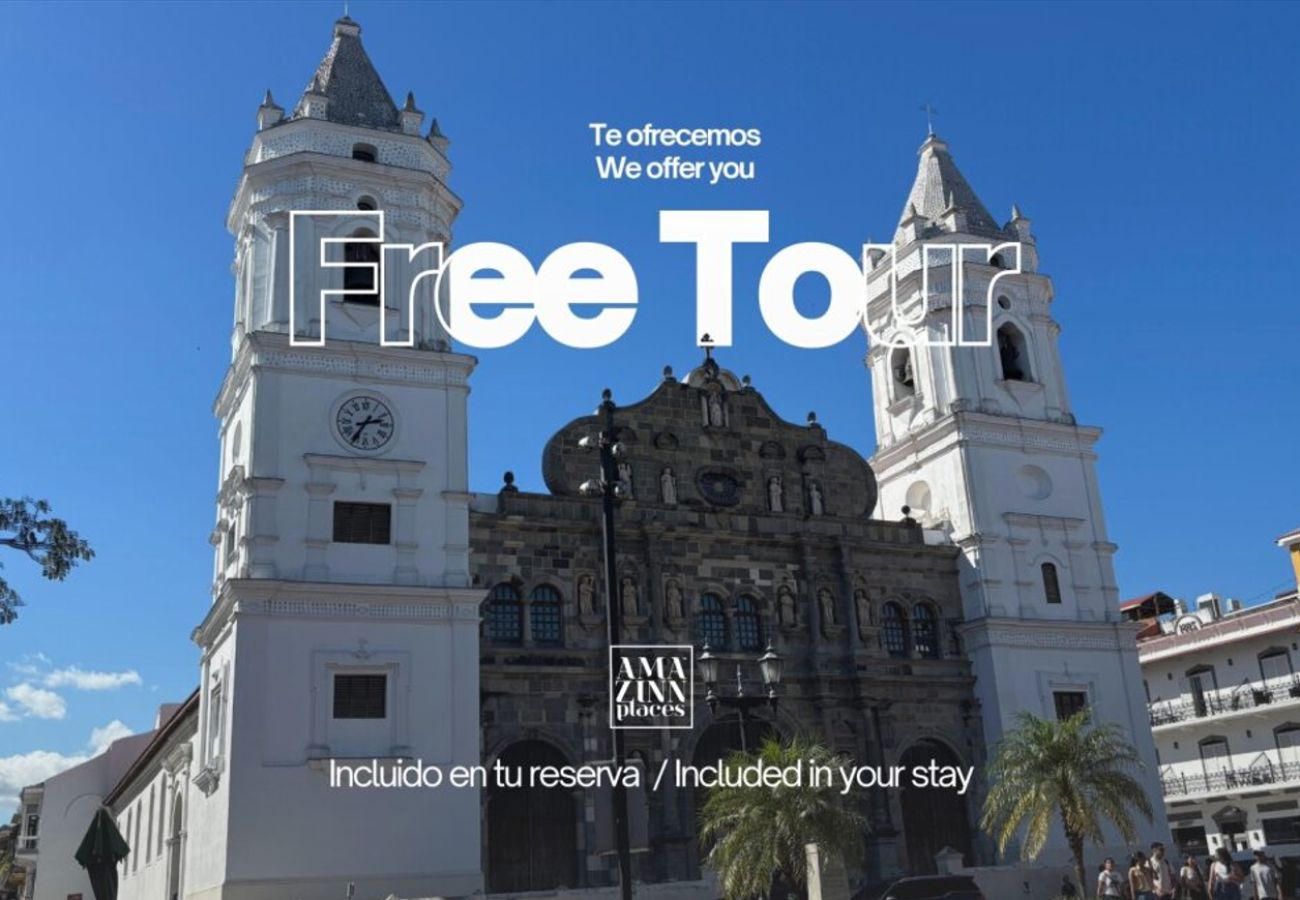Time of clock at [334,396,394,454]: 2:35
